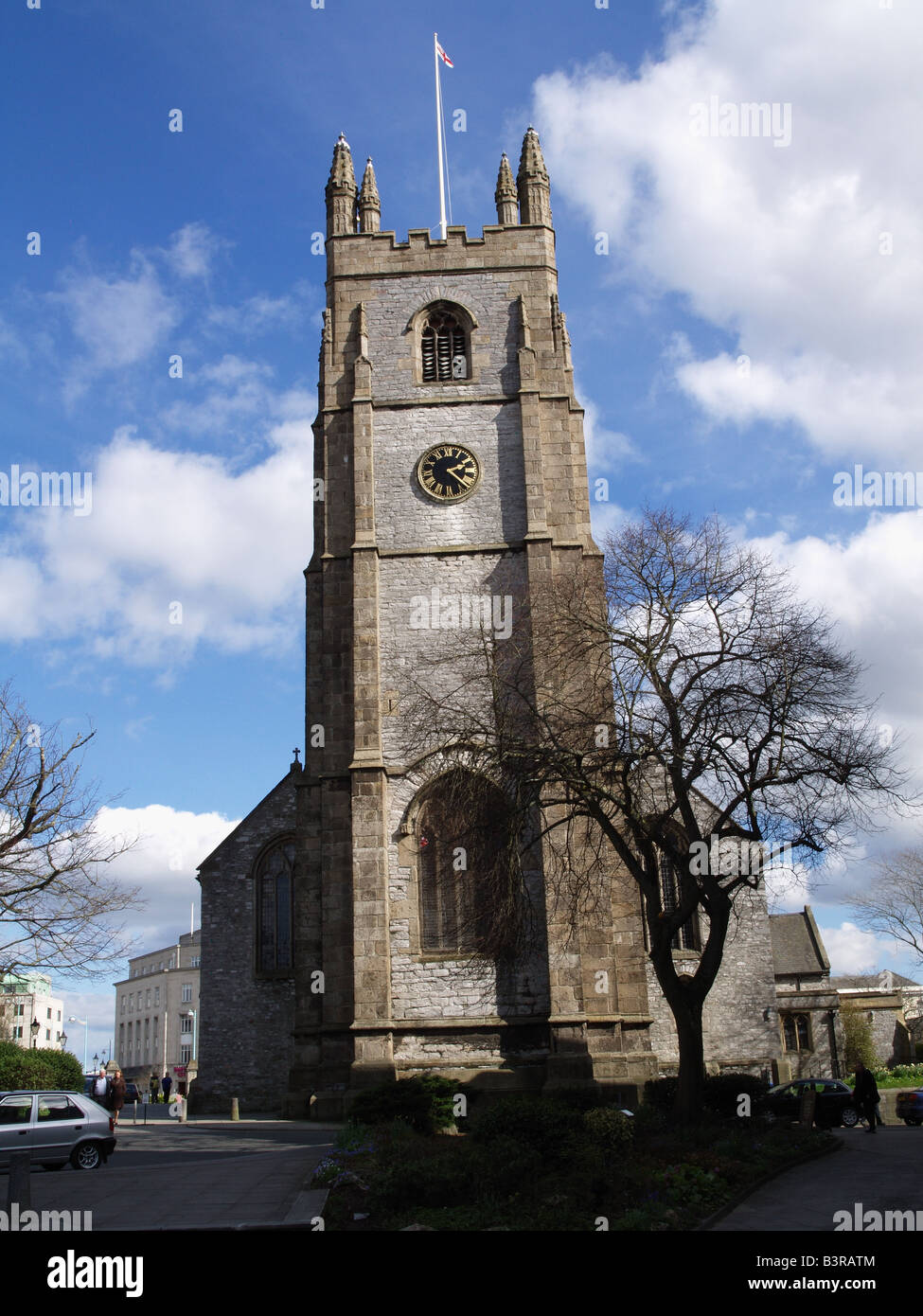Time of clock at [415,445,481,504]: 2:21
